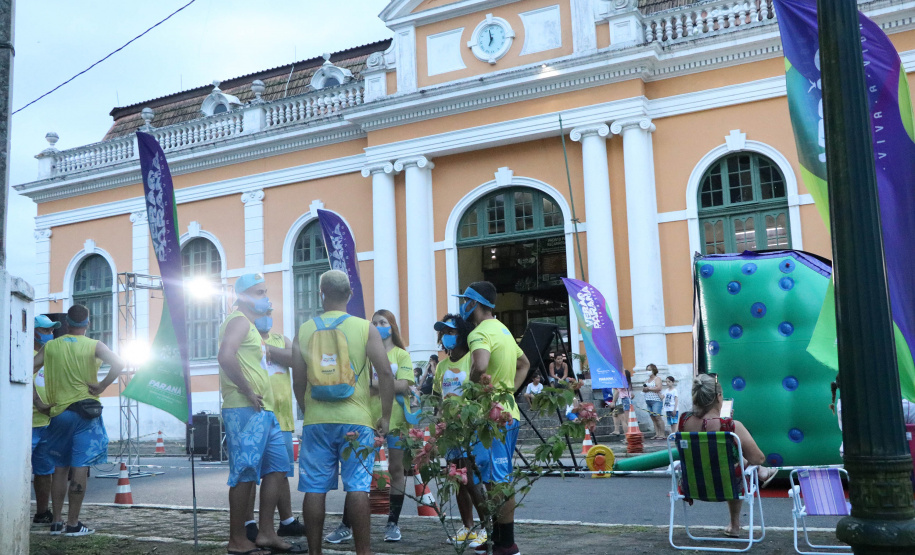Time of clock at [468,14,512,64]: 6:58
